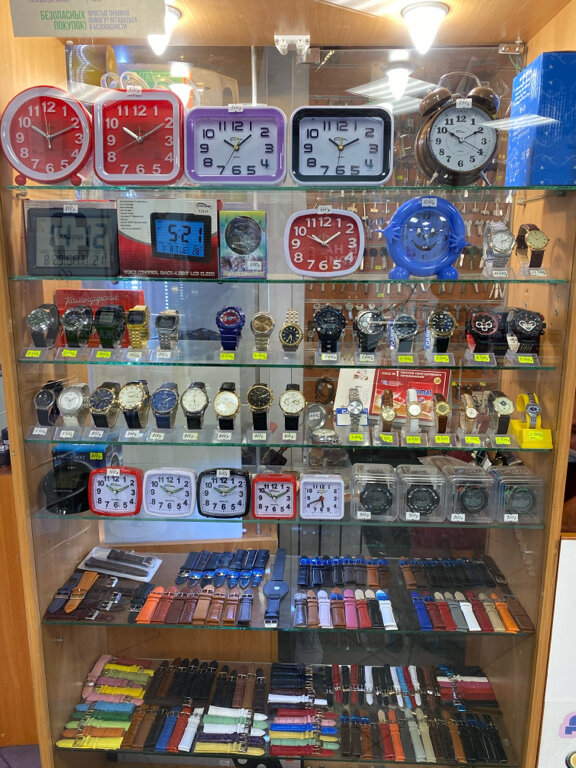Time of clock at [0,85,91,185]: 10:10
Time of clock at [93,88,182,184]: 10:09
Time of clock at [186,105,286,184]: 10:08
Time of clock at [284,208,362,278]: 10:09
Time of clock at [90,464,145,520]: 10:10
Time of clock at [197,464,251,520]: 10:09
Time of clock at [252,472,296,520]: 10:10
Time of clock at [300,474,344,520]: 5:40
